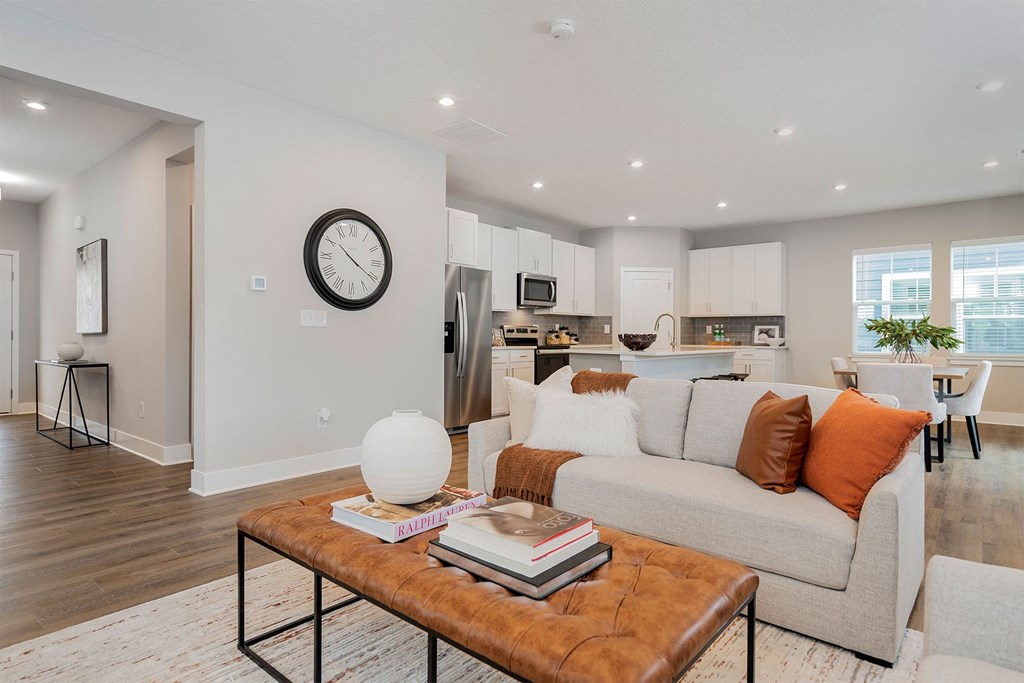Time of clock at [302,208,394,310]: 10:20
